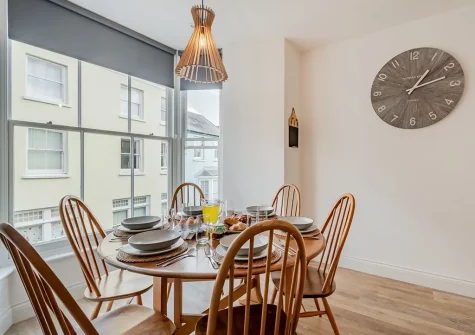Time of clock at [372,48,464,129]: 1:12
